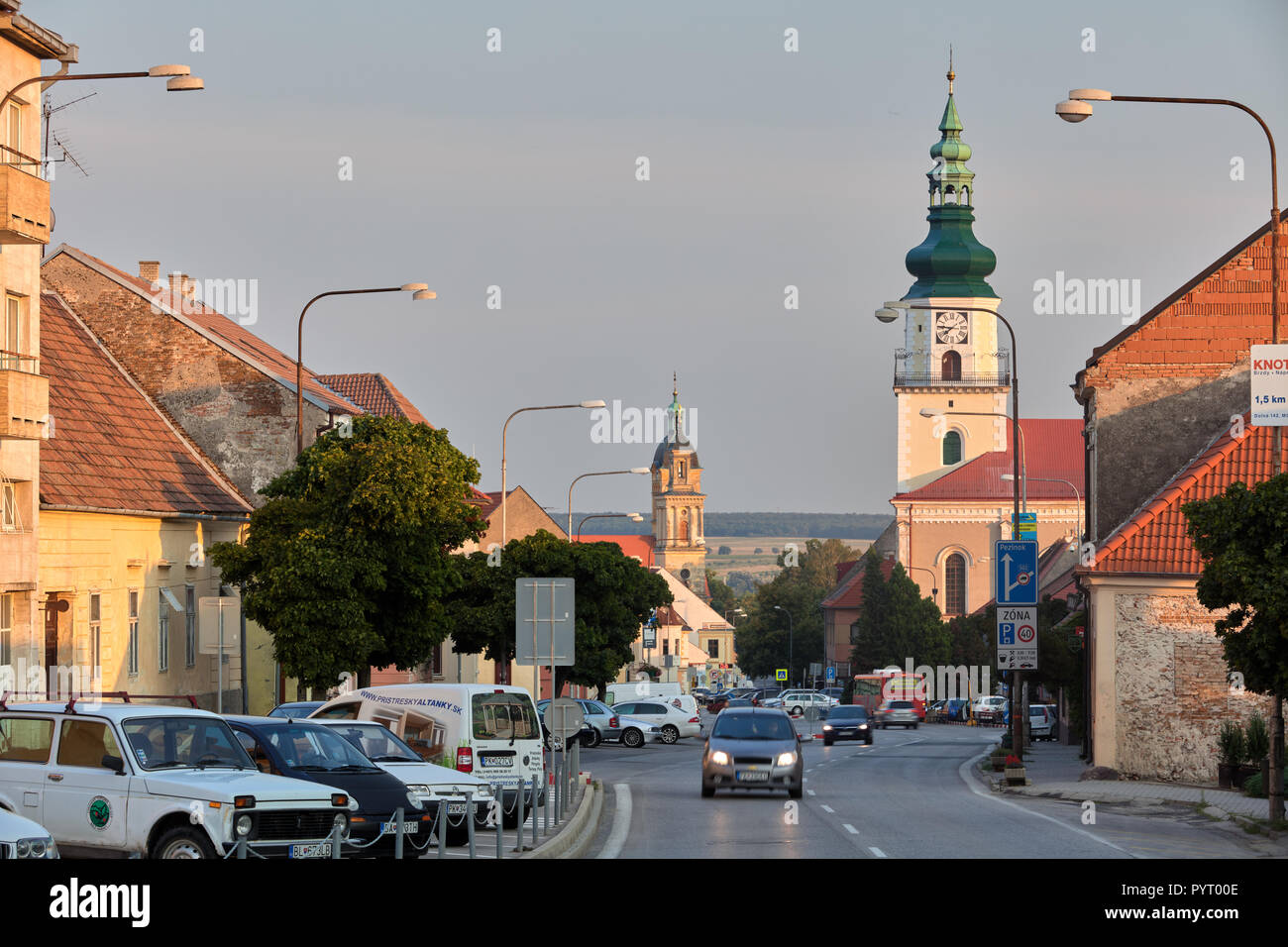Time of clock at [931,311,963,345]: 7:46
